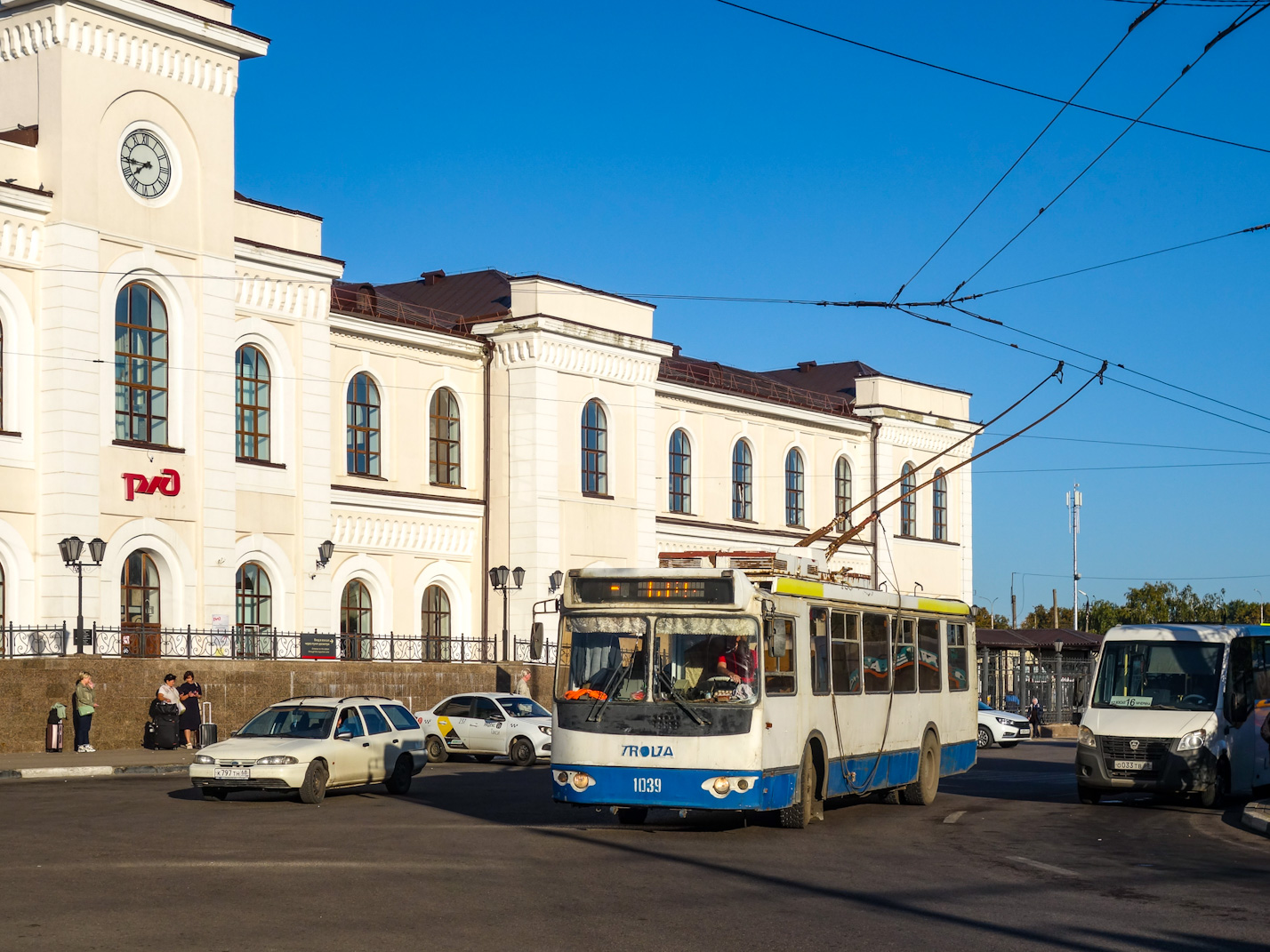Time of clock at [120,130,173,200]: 7:44
